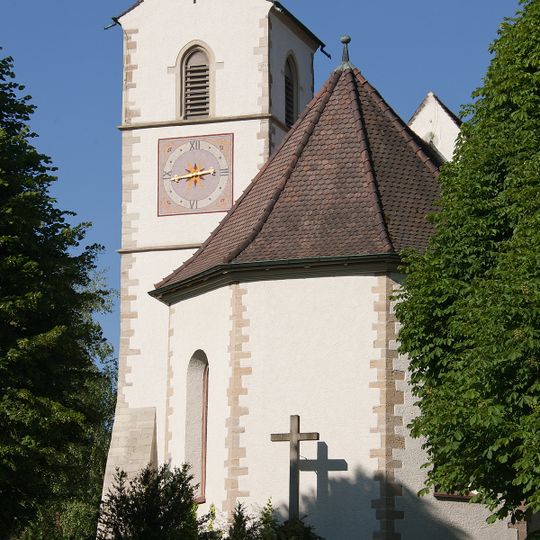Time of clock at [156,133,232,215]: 2:43
